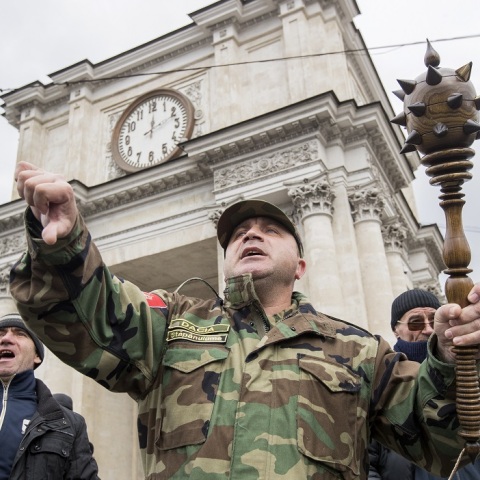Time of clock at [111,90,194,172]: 12:11
